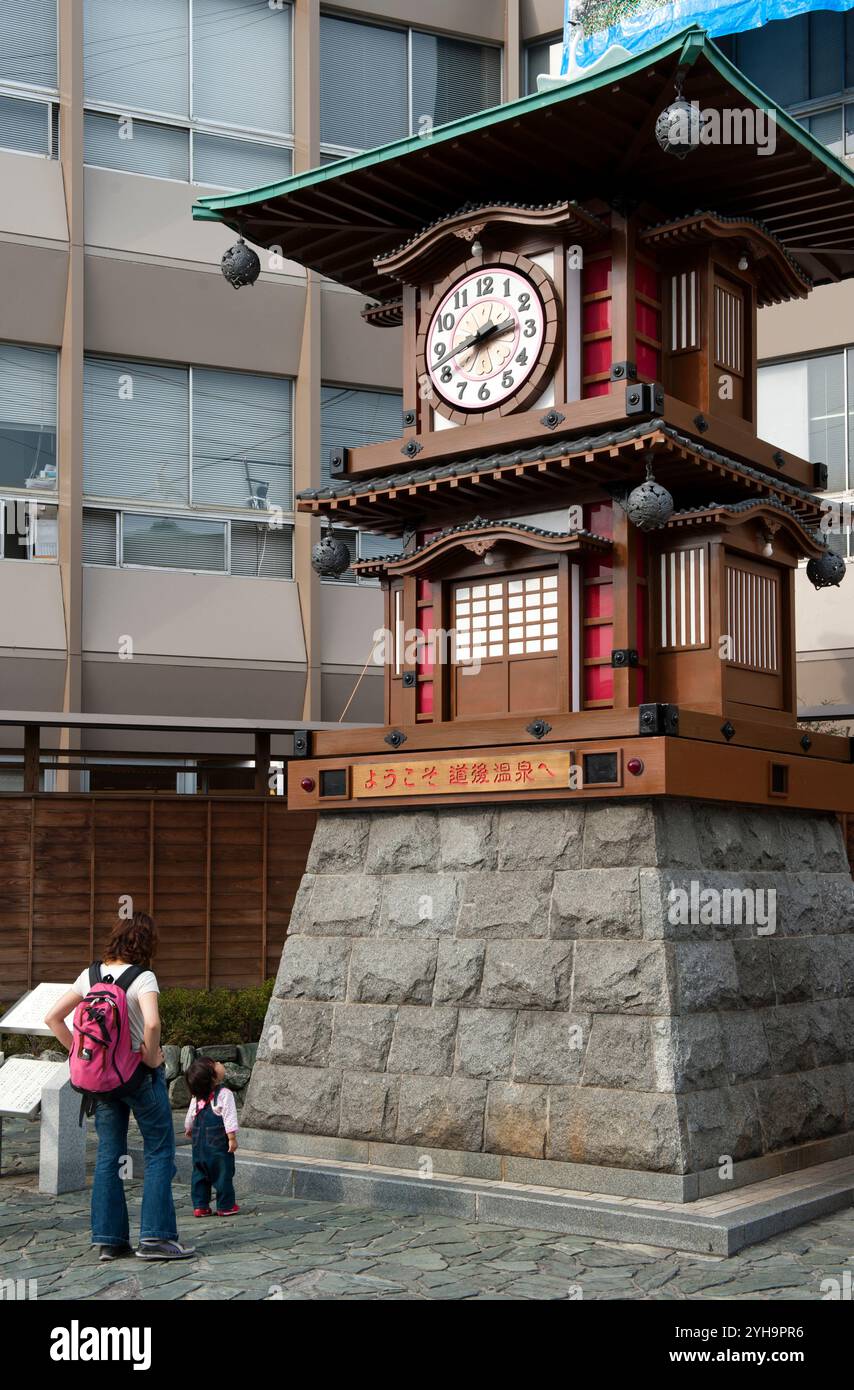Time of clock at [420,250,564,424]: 2:42
